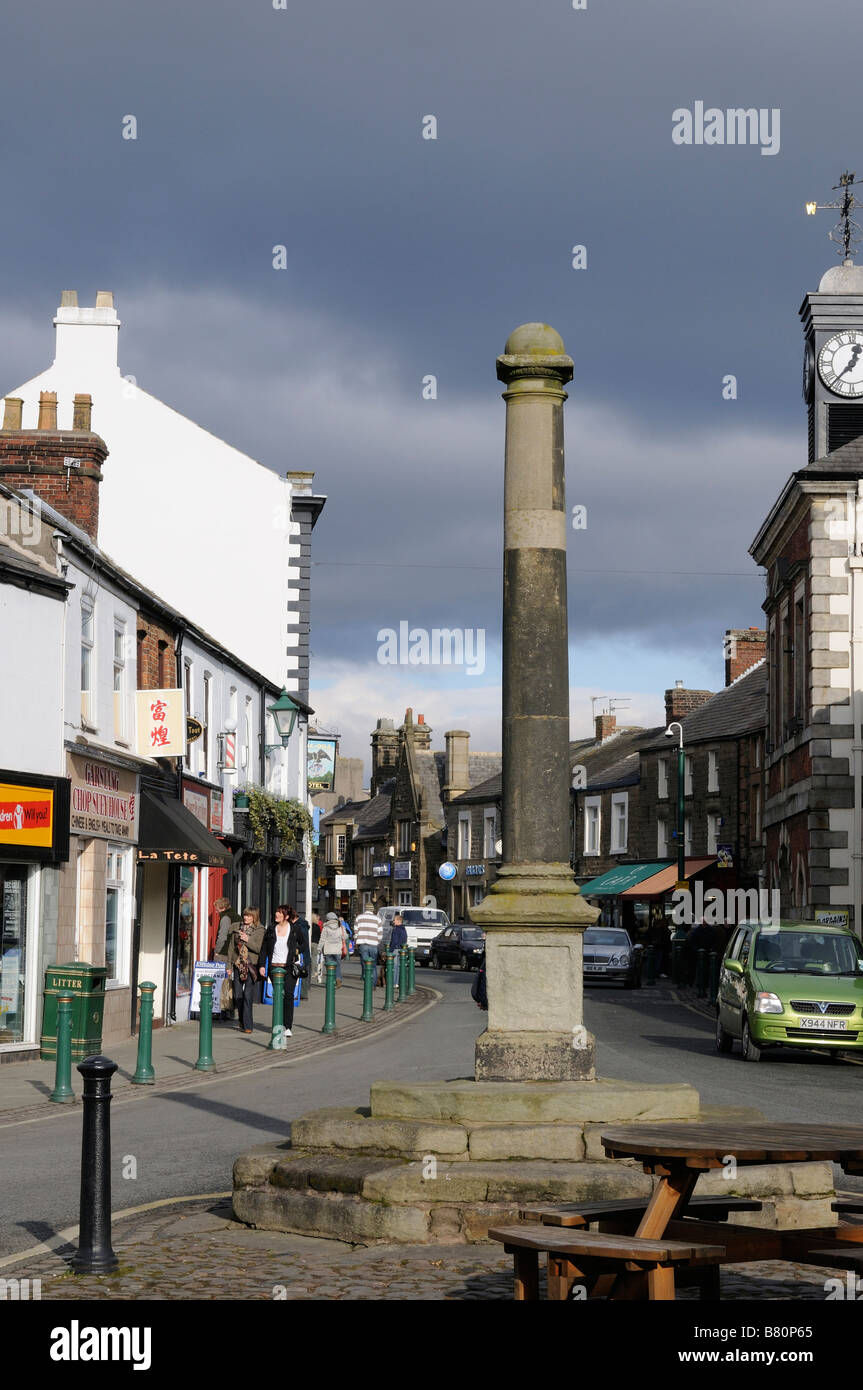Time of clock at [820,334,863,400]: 12:37
